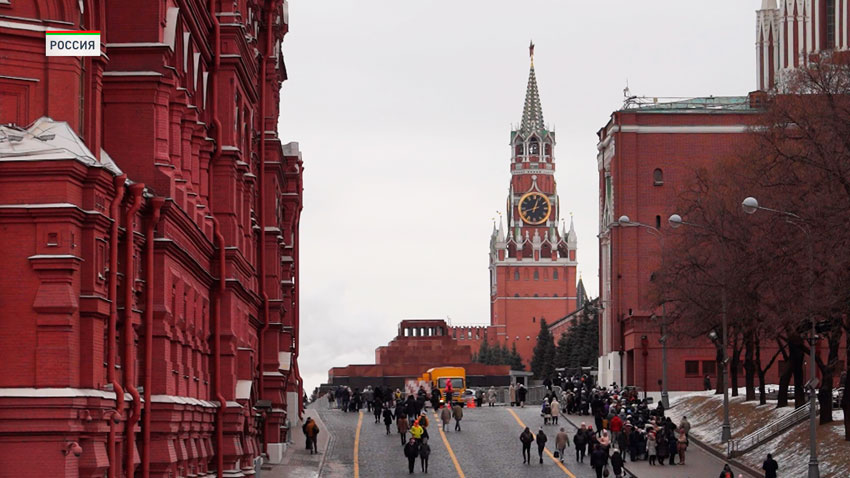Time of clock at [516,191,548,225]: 12:41
